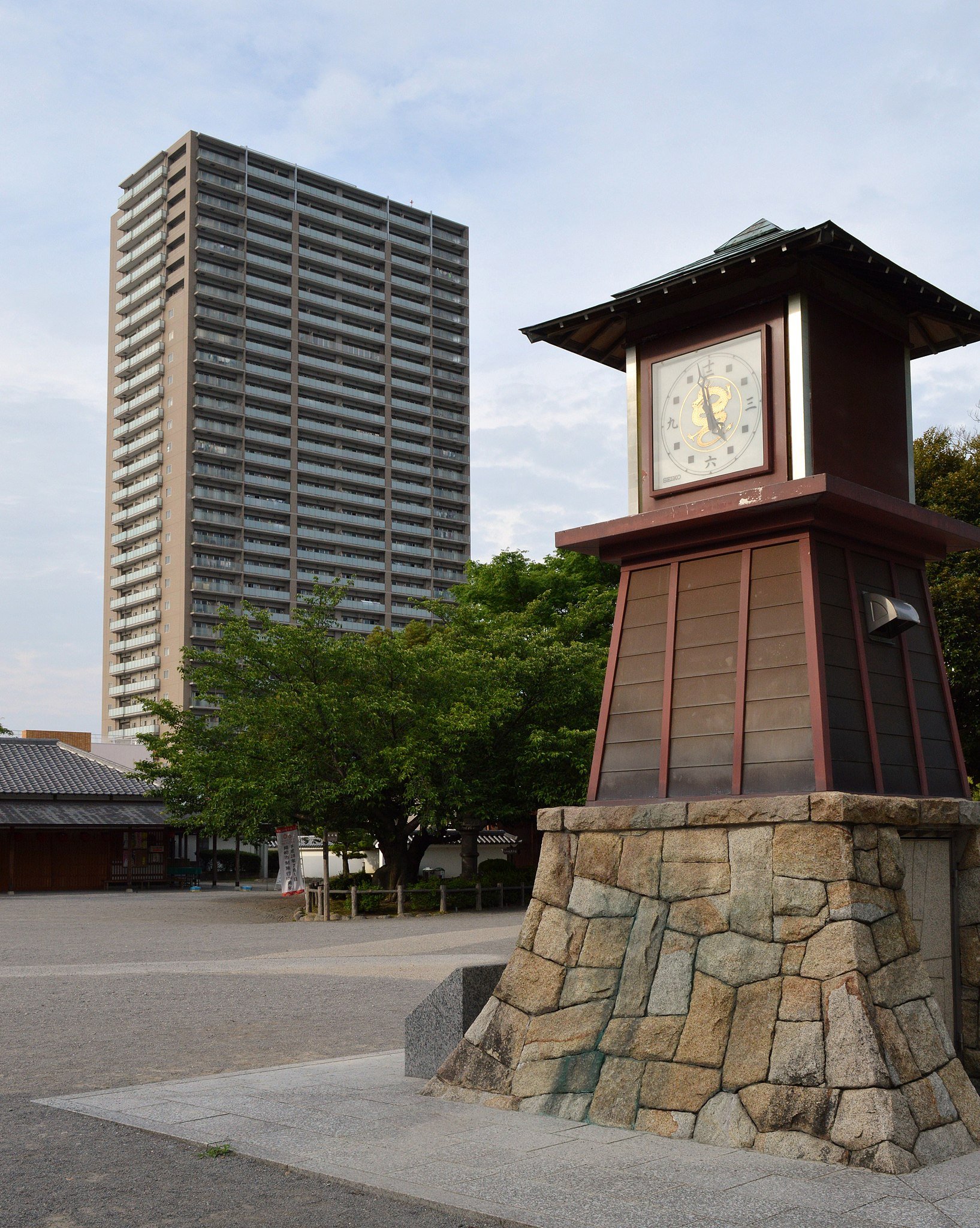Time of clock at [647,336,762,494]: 4:57
